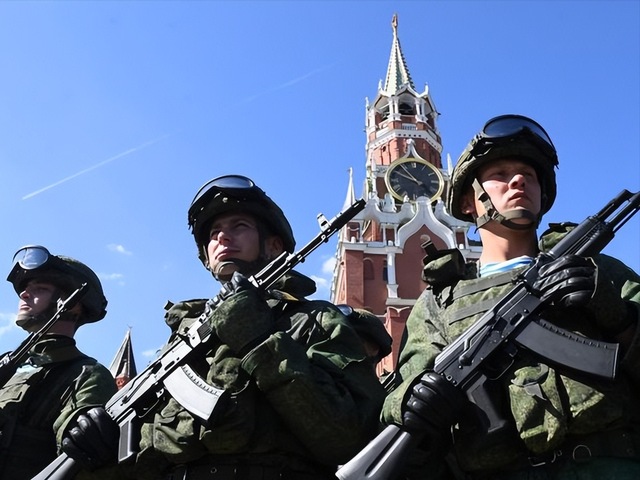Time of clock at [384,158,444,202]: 10:49
